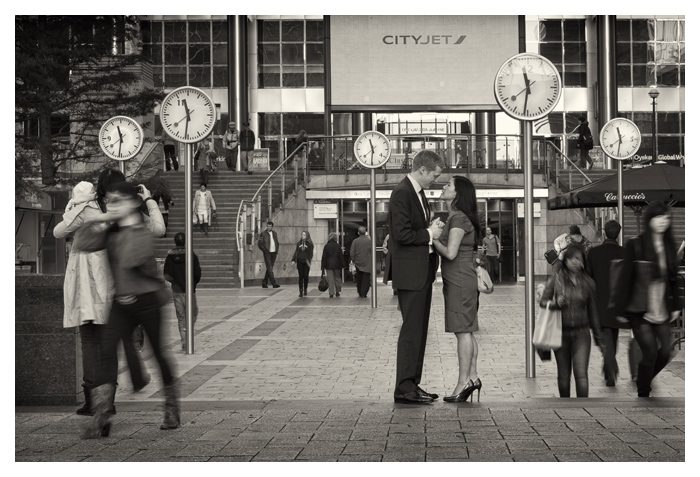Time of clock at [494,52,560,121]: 11:31
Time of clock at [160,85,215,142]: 11:31
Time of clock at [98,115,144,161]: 11:31
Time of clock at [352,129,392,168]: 11:30
